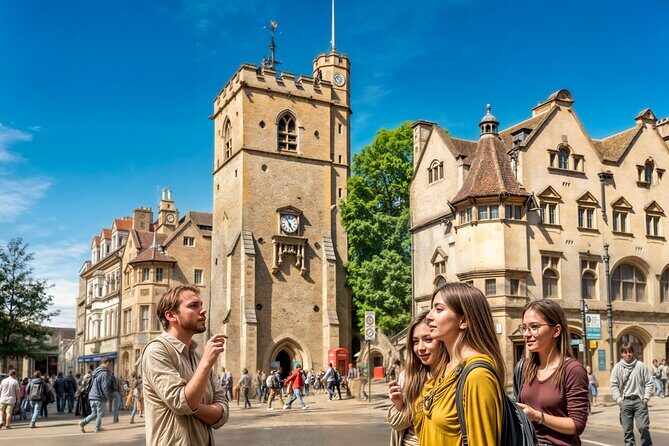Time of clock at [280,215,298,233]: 5:55
